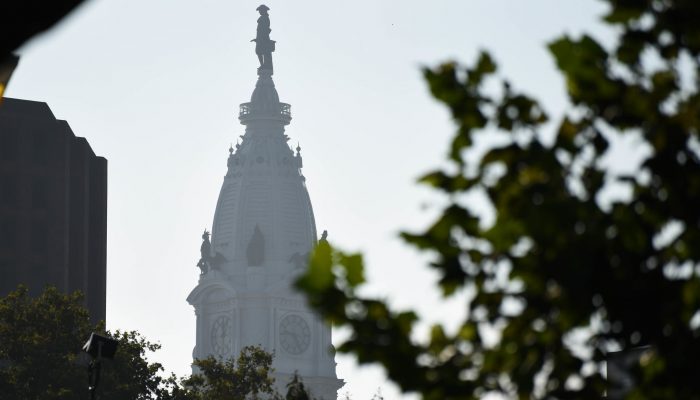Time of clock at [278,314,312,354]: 9:25
